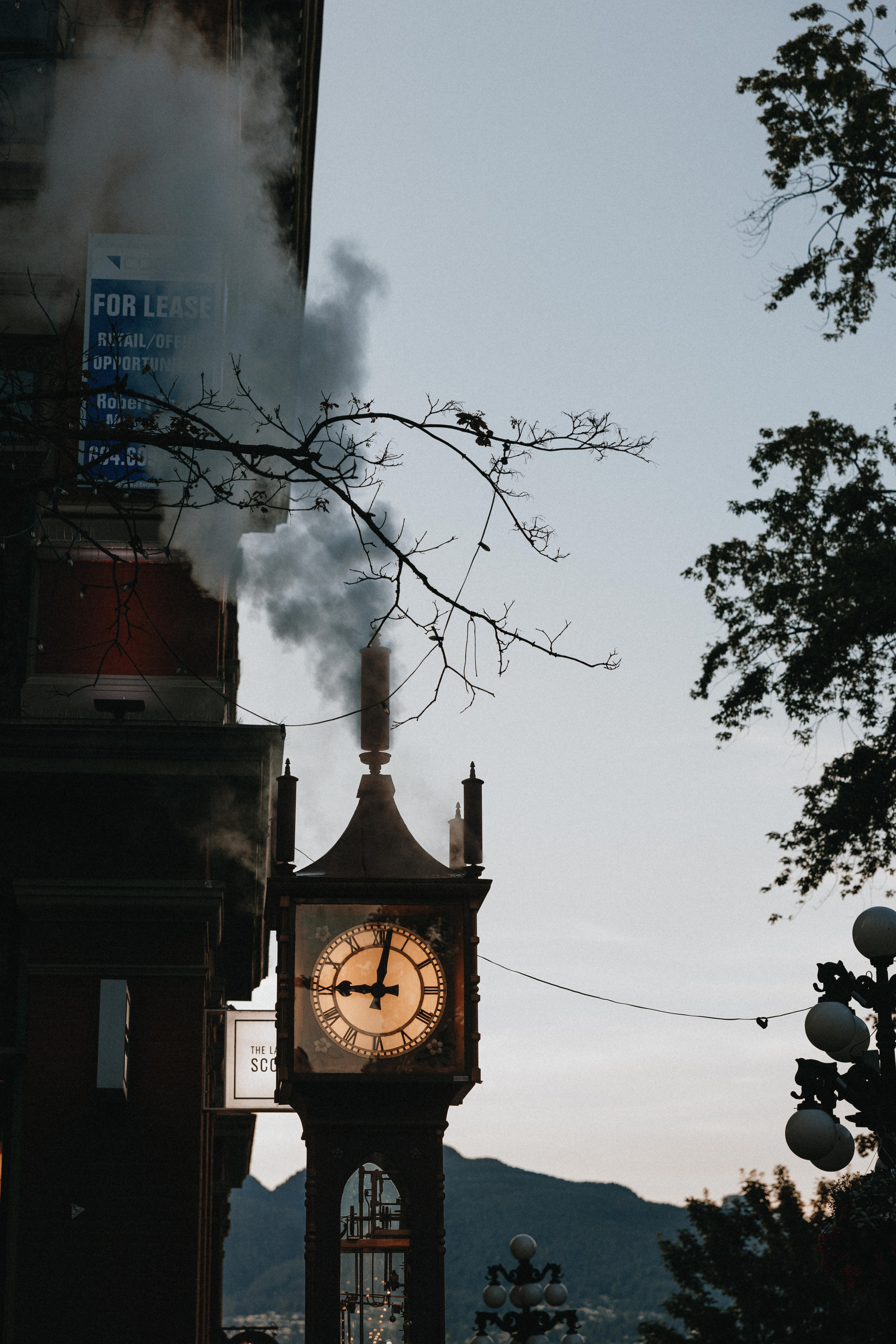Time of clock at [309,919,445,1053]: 9:01
